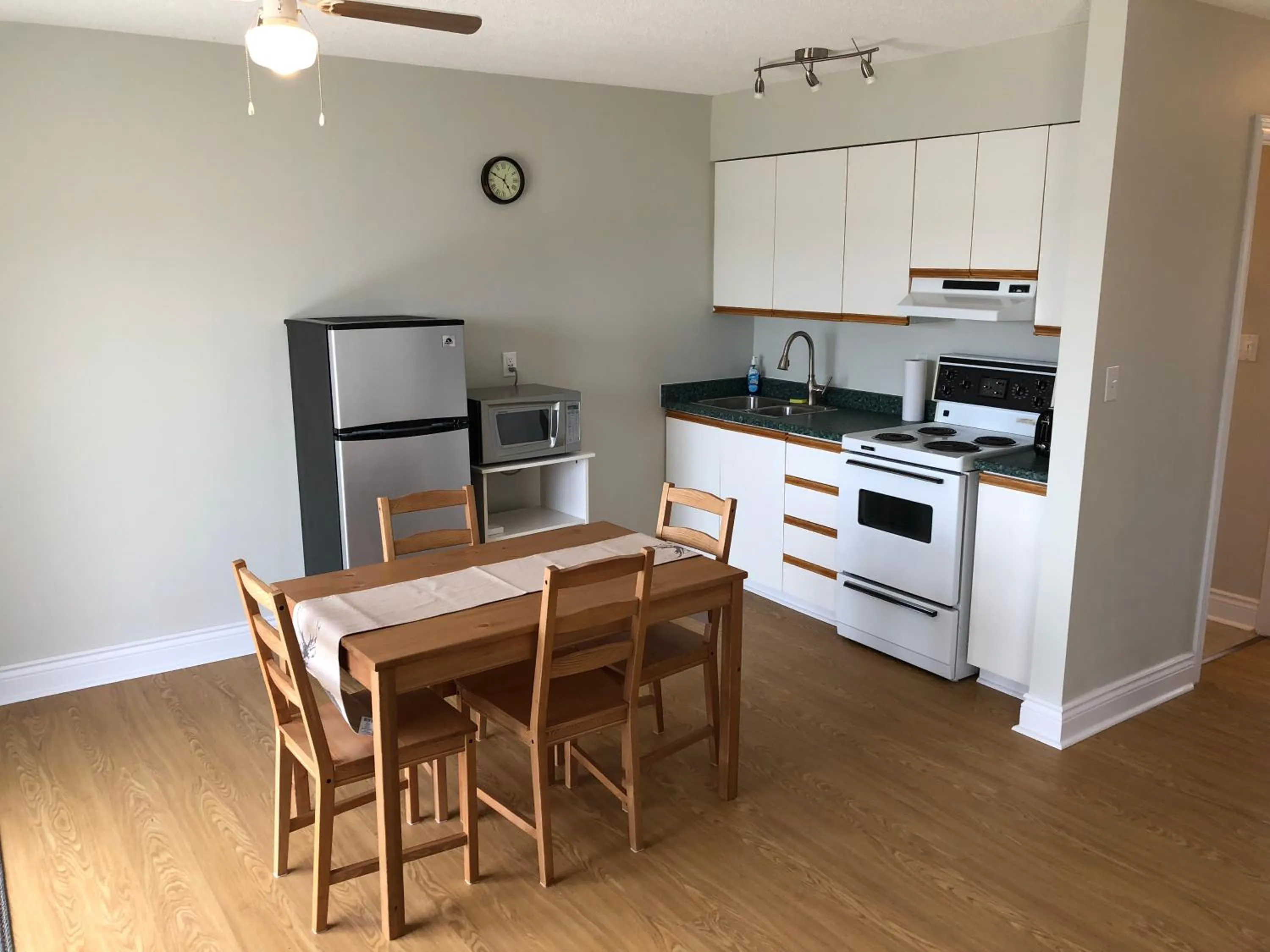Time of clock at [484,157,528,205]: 4:49
